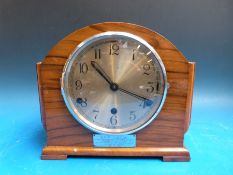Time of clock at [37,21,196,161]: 10:18
